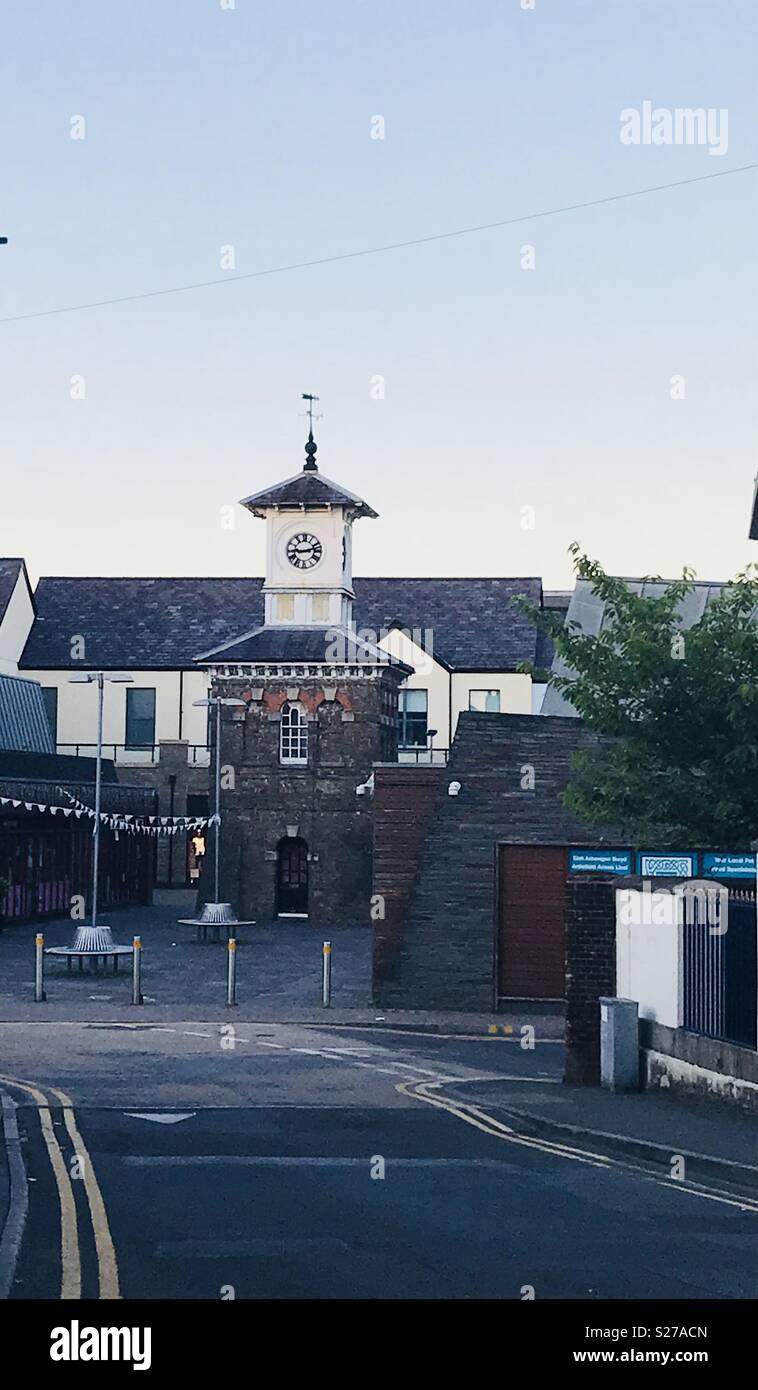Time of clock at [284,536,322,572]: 9:12
